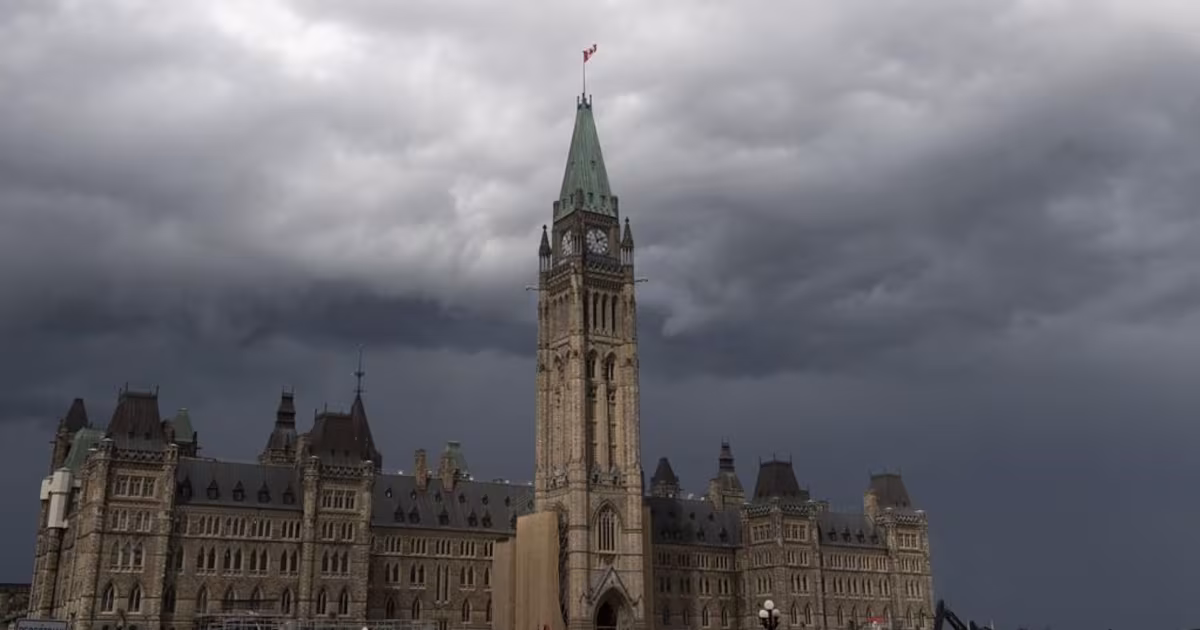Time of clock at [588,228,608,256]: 1:56
